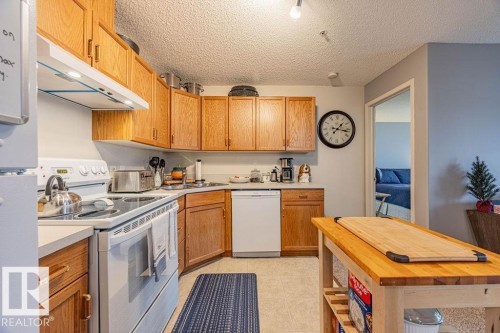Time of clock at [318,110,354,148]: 1:16
